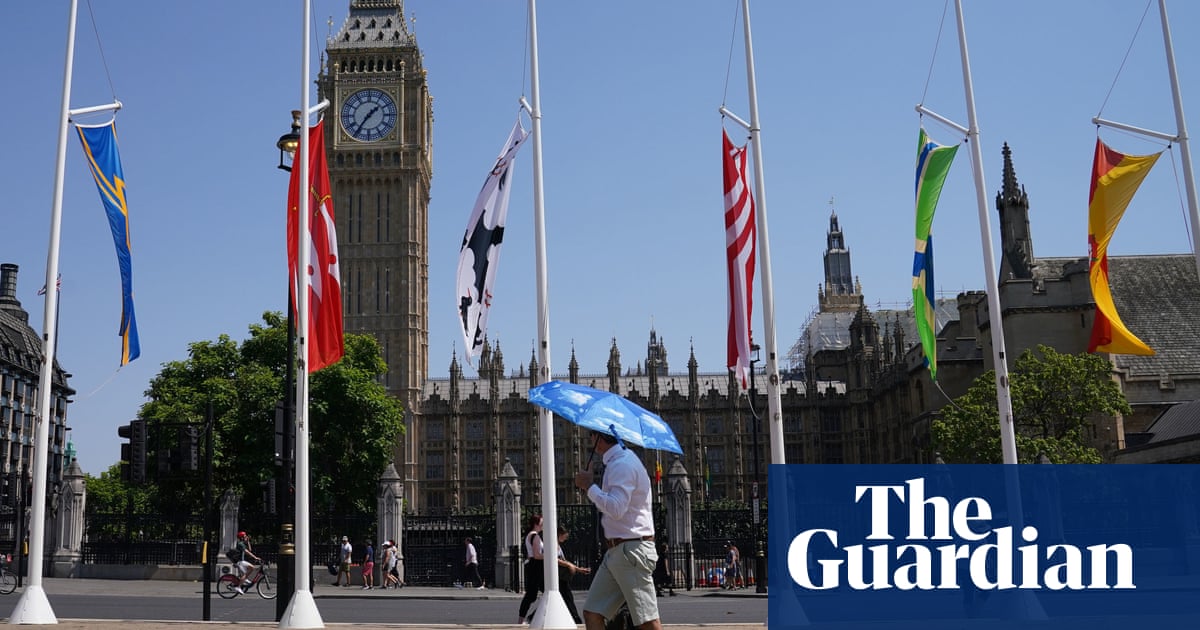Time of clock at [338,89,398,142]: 1:36
